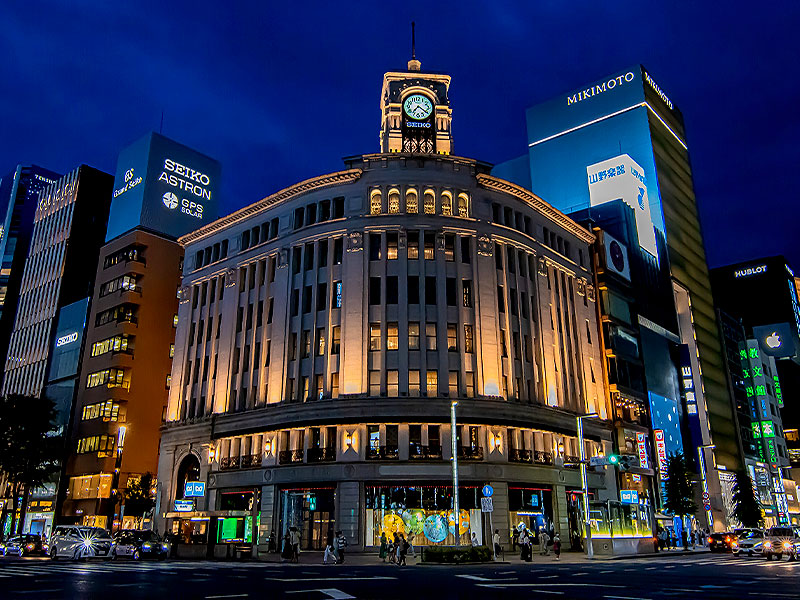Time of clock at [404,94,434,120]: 7:20
